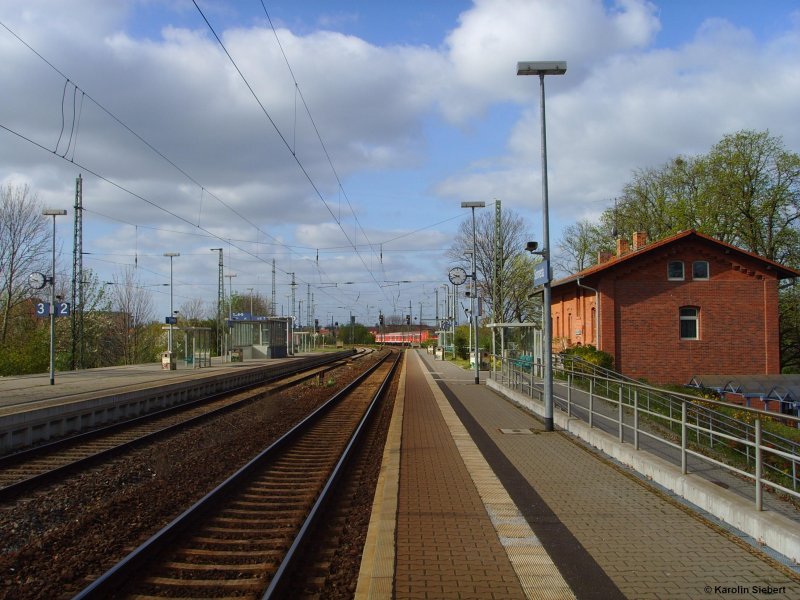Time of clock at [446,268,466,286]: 9:42
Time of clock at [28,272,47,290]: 9:42
